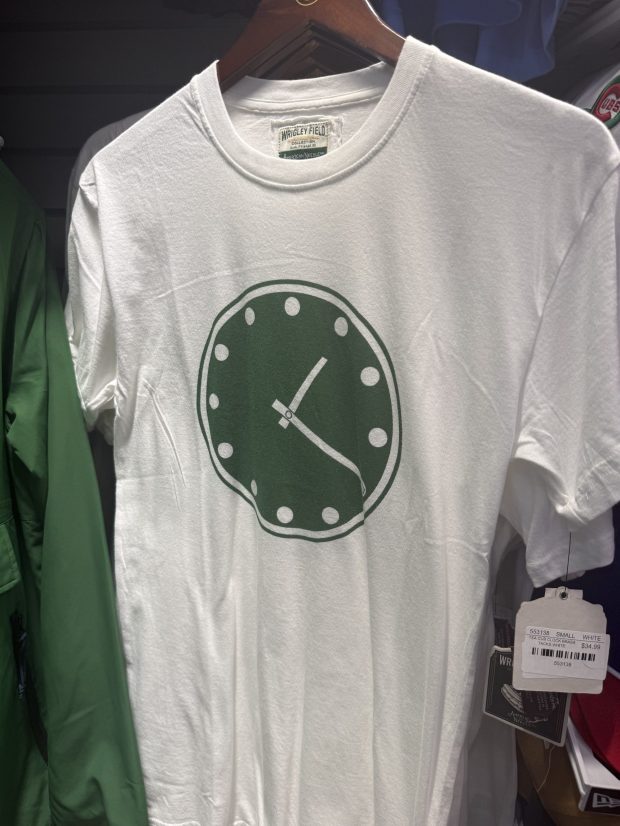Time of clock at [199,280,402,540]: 1:19
